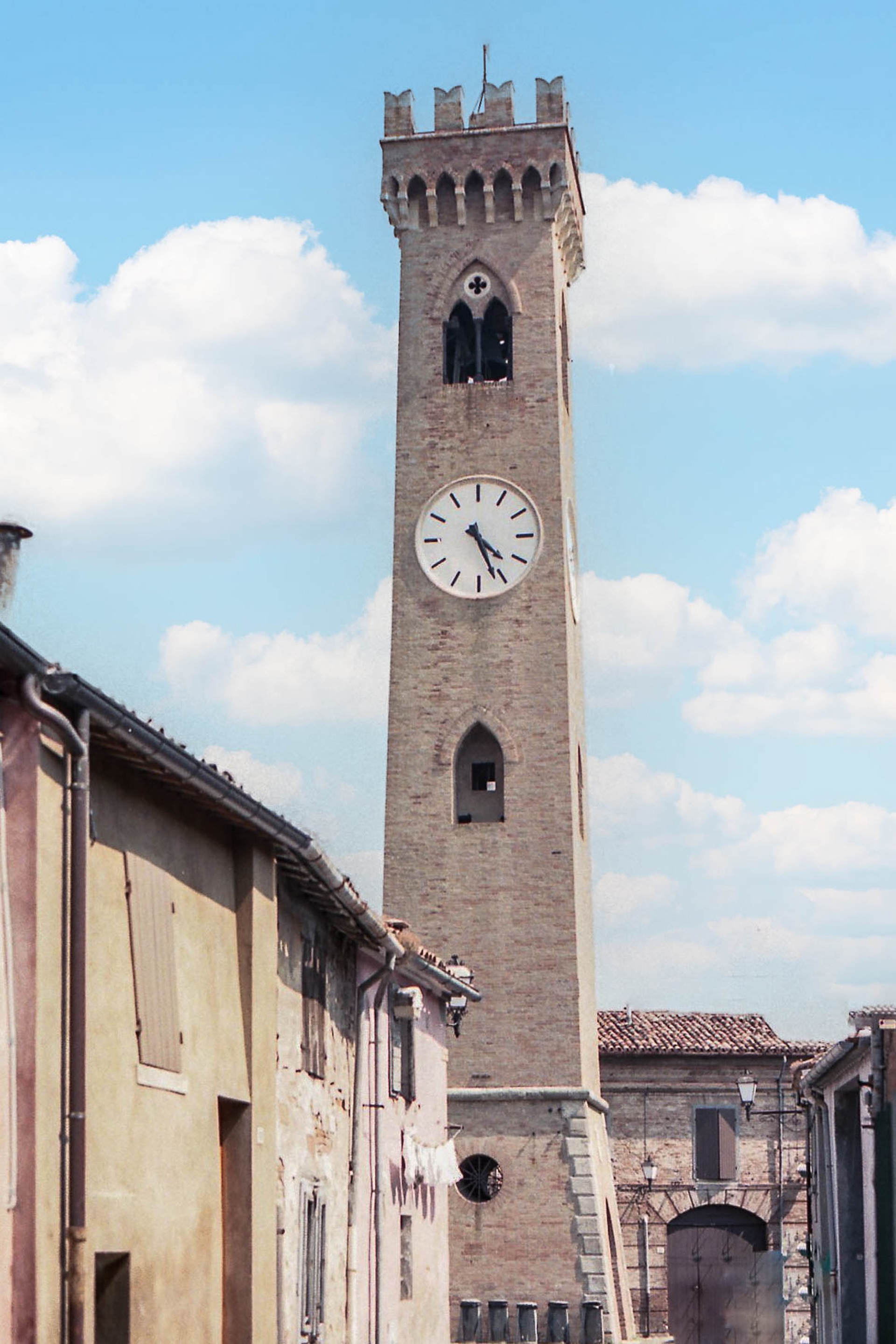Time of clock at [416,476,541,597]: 4:26
